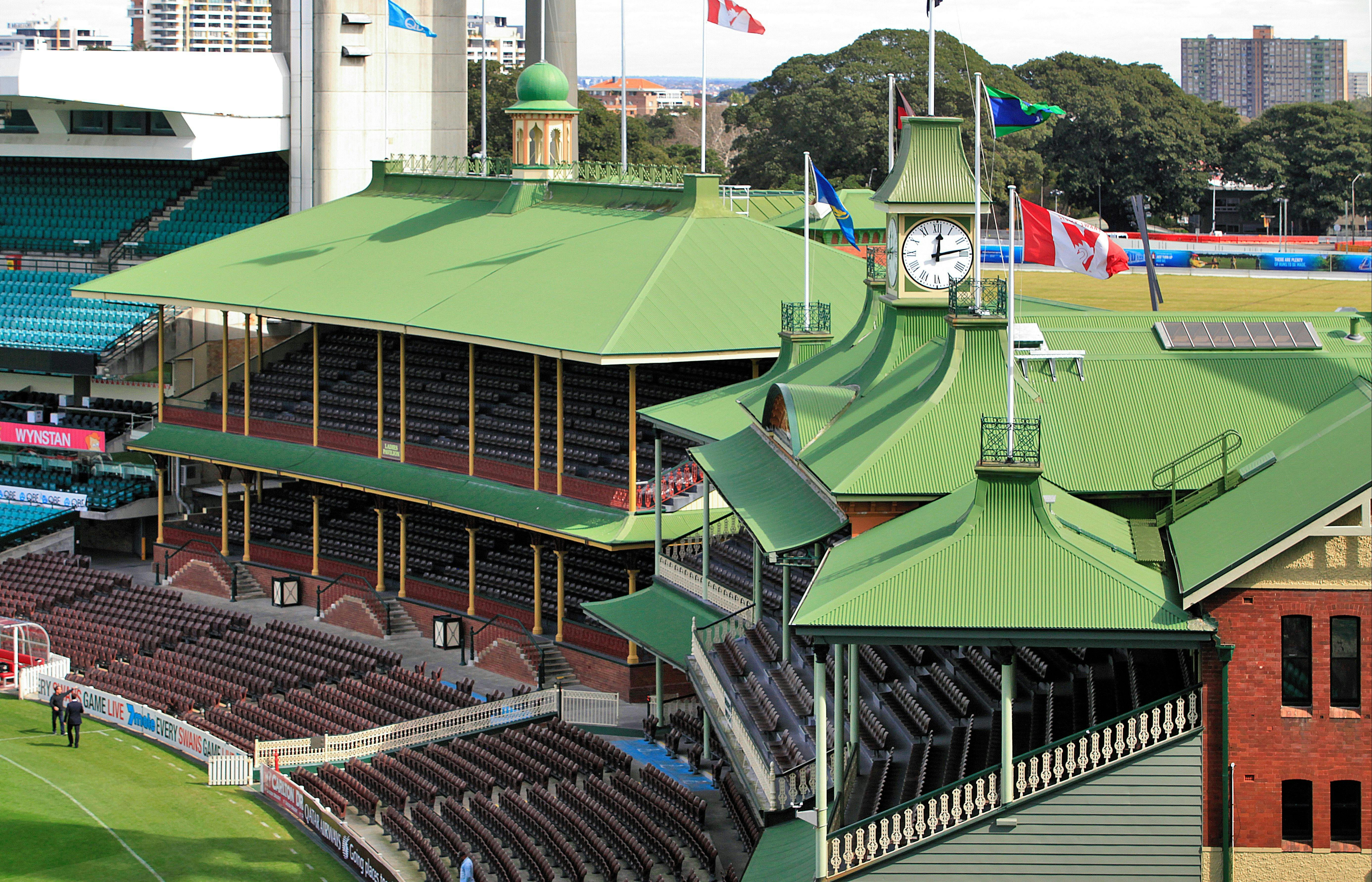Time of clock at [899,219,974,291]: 12:13
